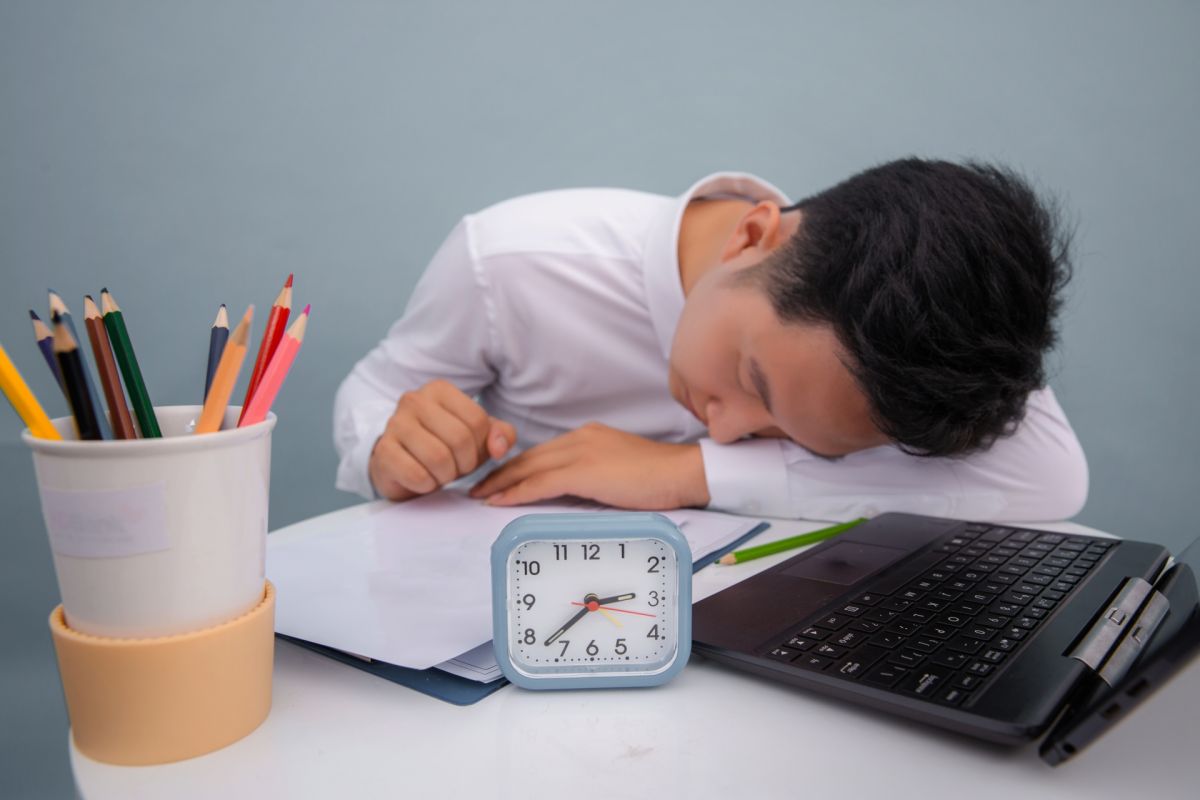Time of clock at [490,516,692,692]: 2:38
